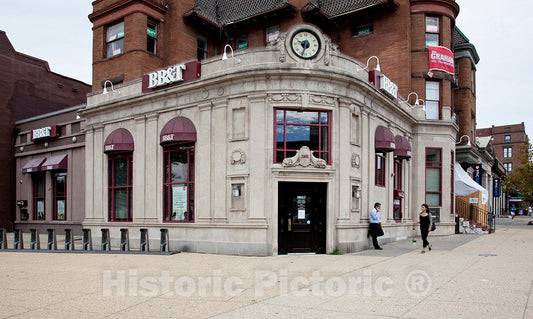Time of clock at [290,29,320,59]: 9:33
